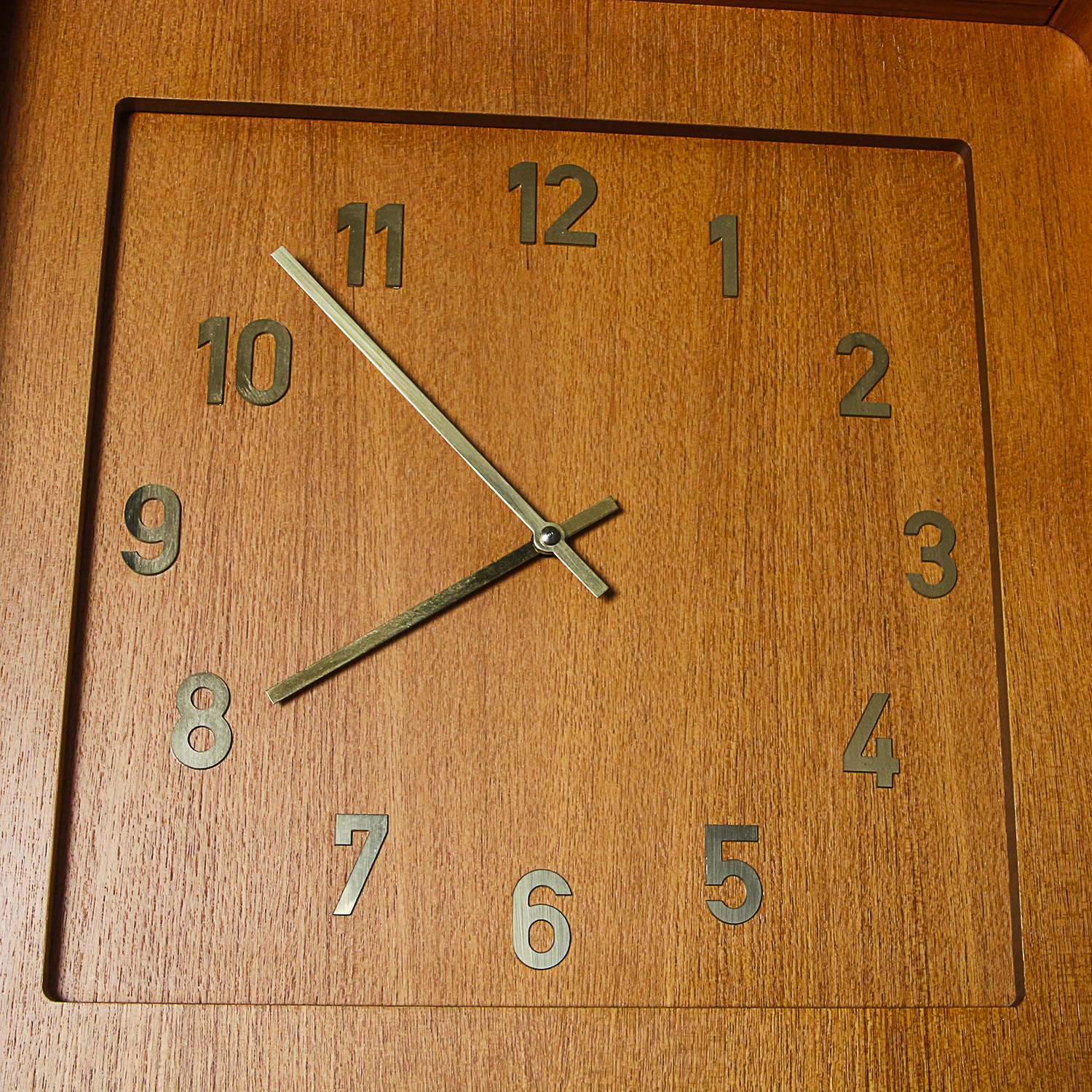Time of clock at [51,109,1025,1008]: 7:52
